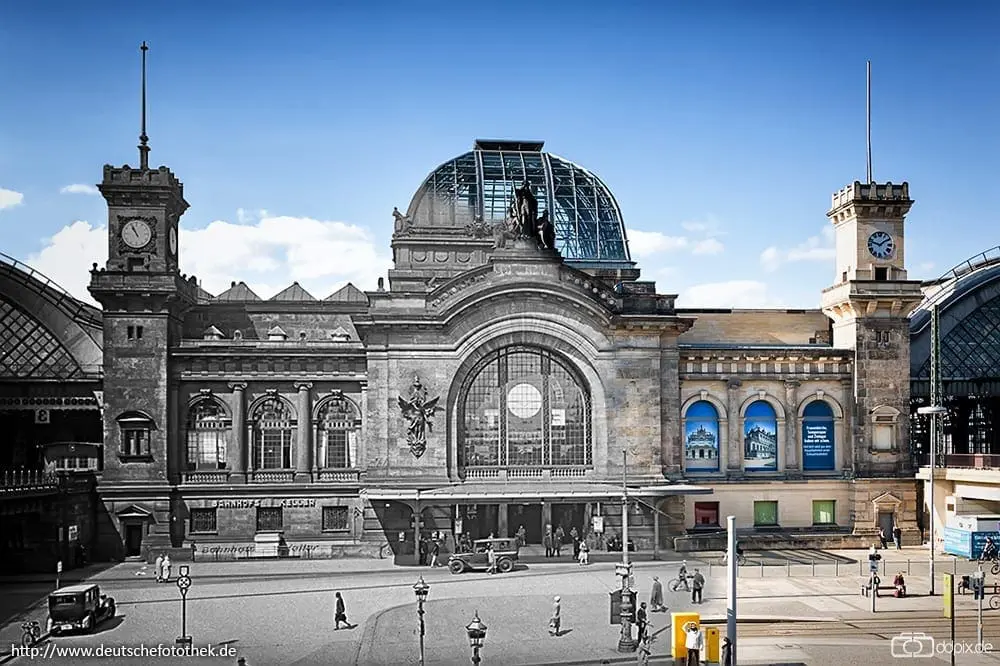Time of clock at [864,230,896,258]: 1:47
